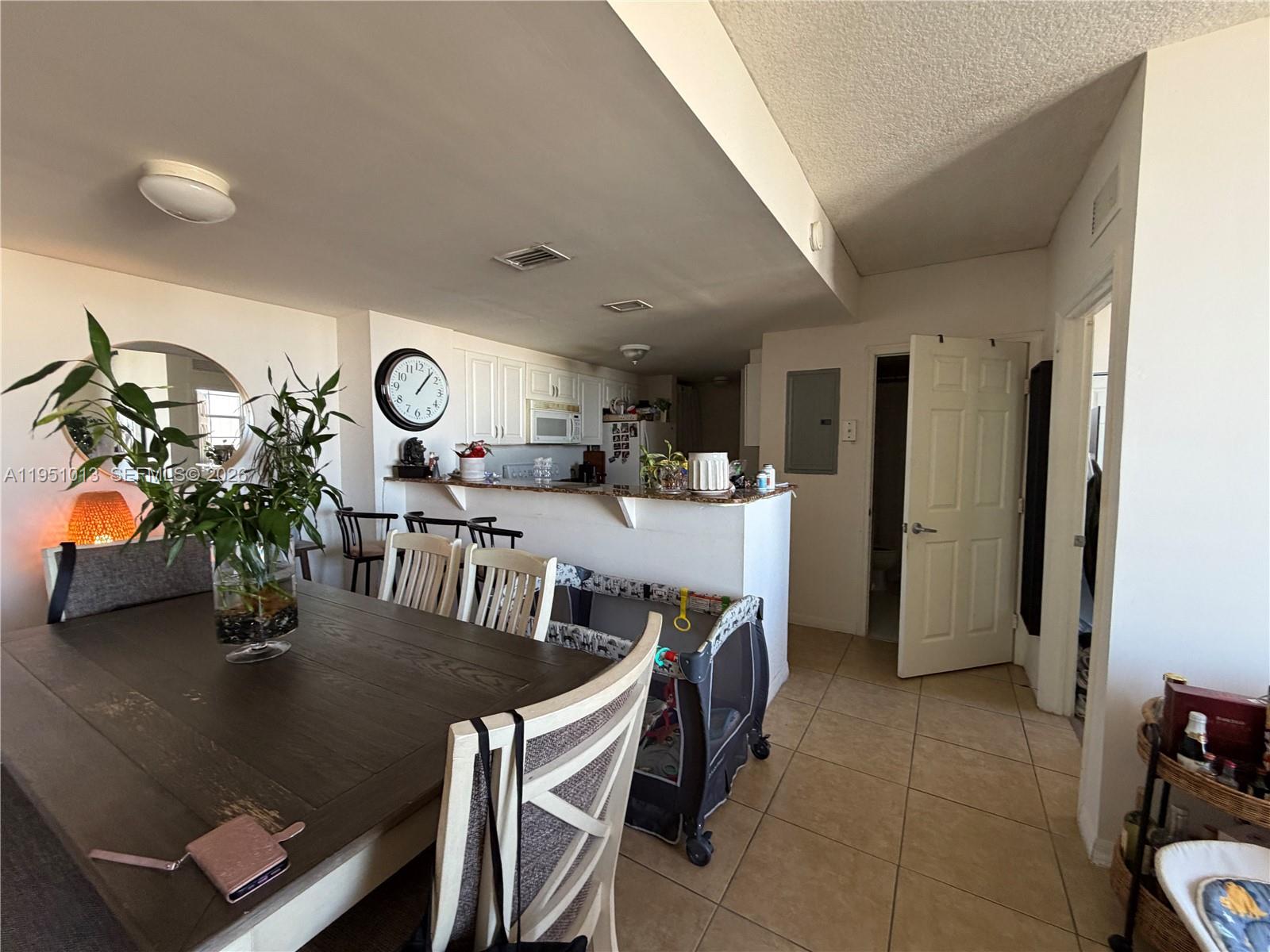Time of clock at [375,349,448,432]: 1:06
